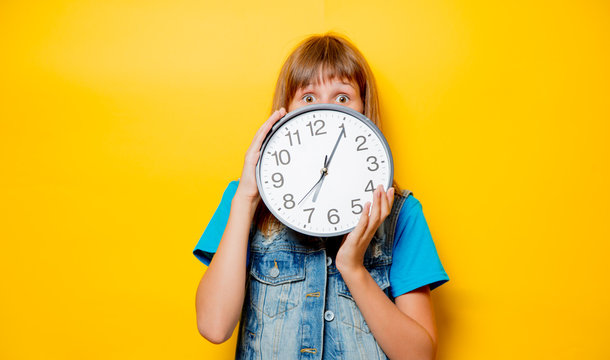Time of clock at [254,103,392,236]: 7:05
